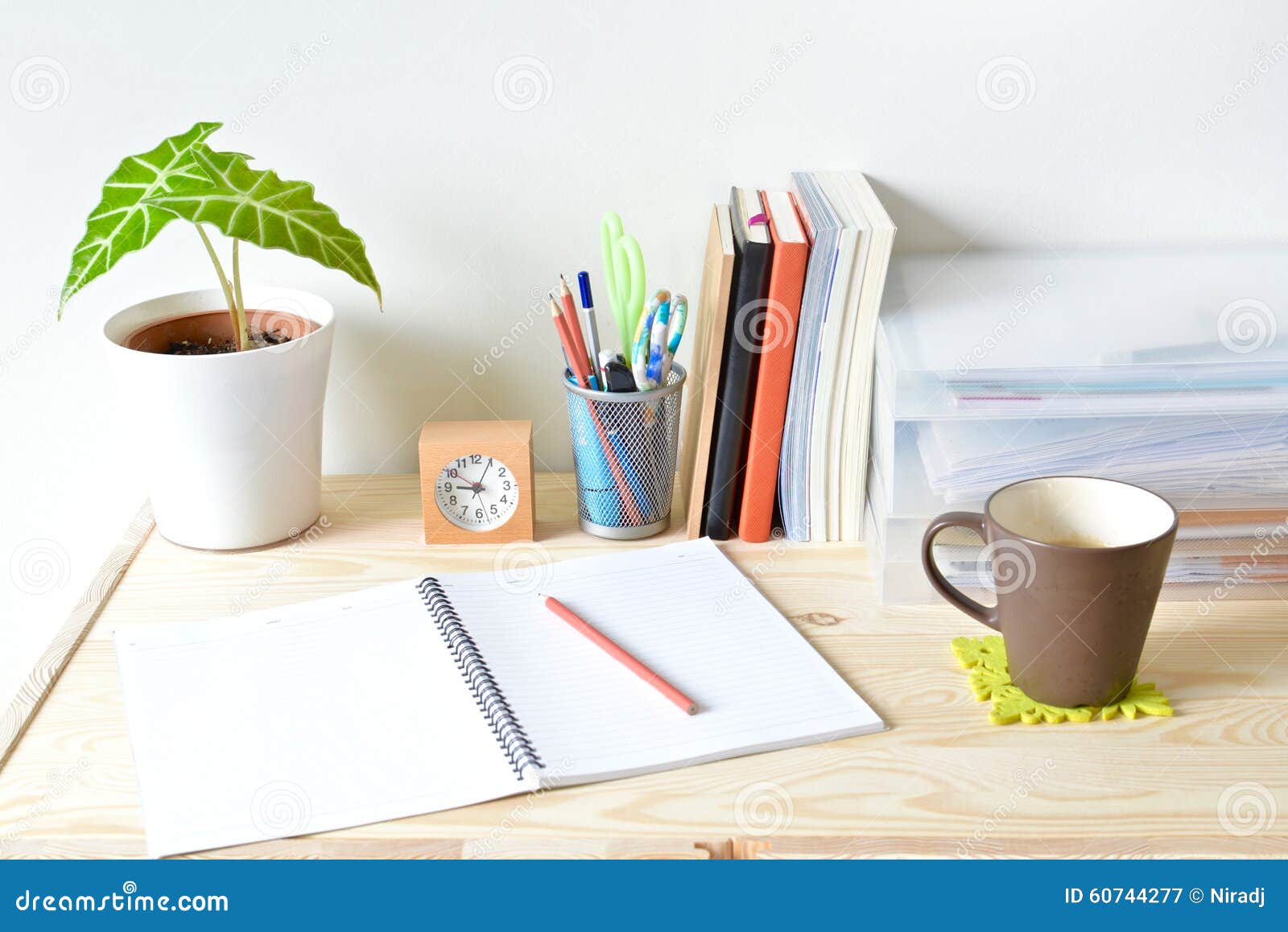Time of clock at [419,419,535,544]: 9:04
